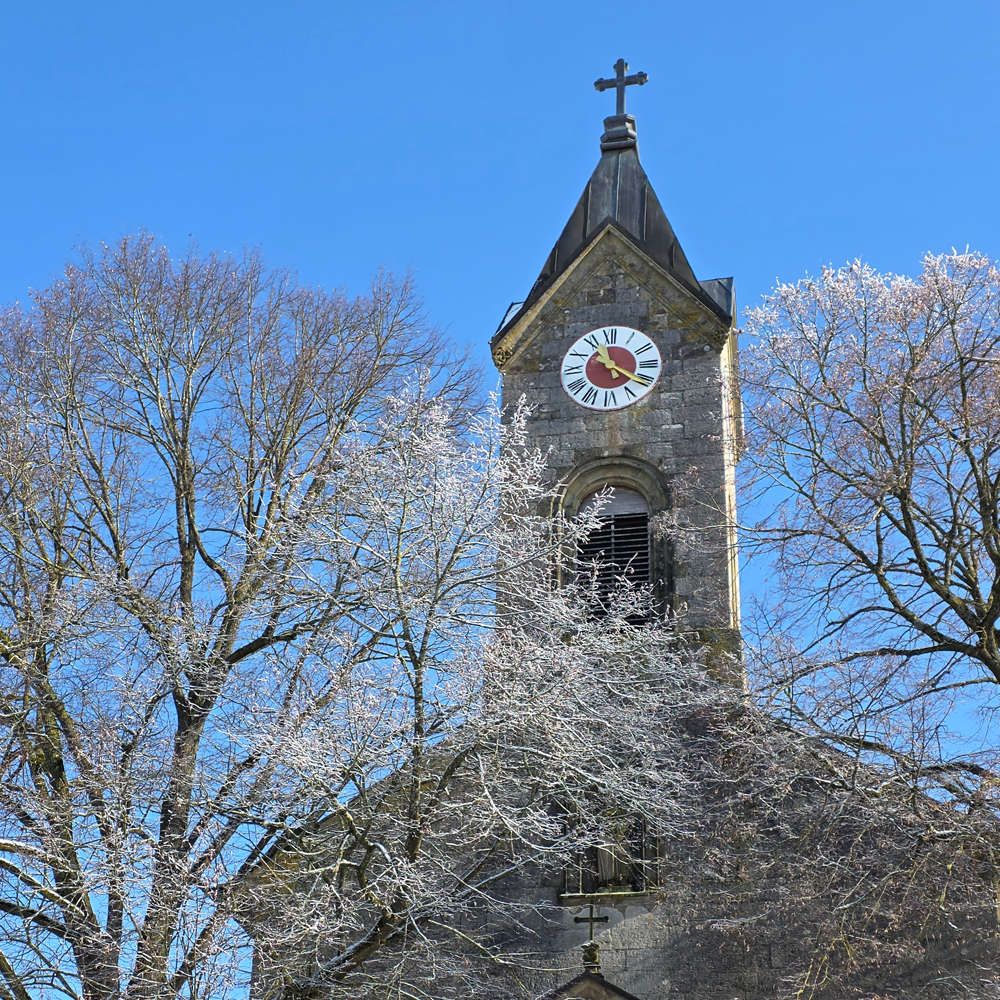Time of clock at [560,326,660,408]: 11:20
